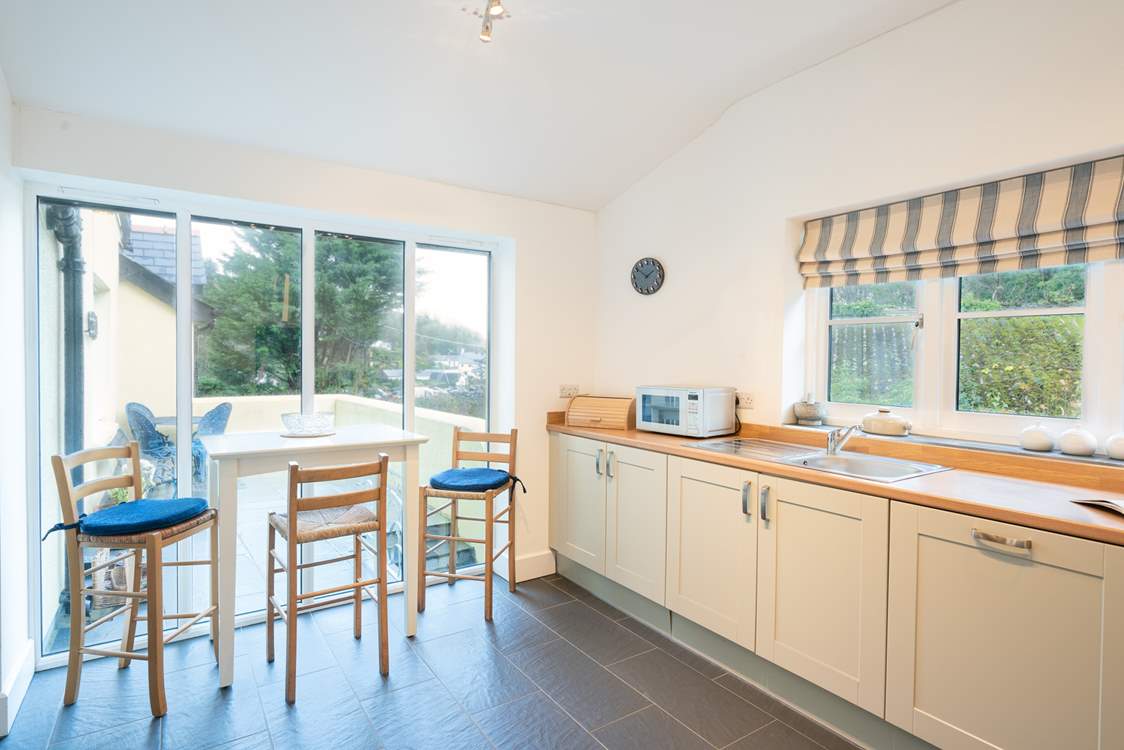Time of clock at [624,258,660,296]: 1:50
